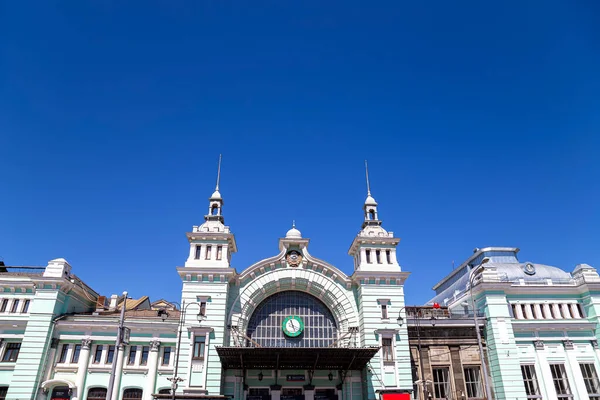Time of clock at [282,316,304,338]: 4:57
